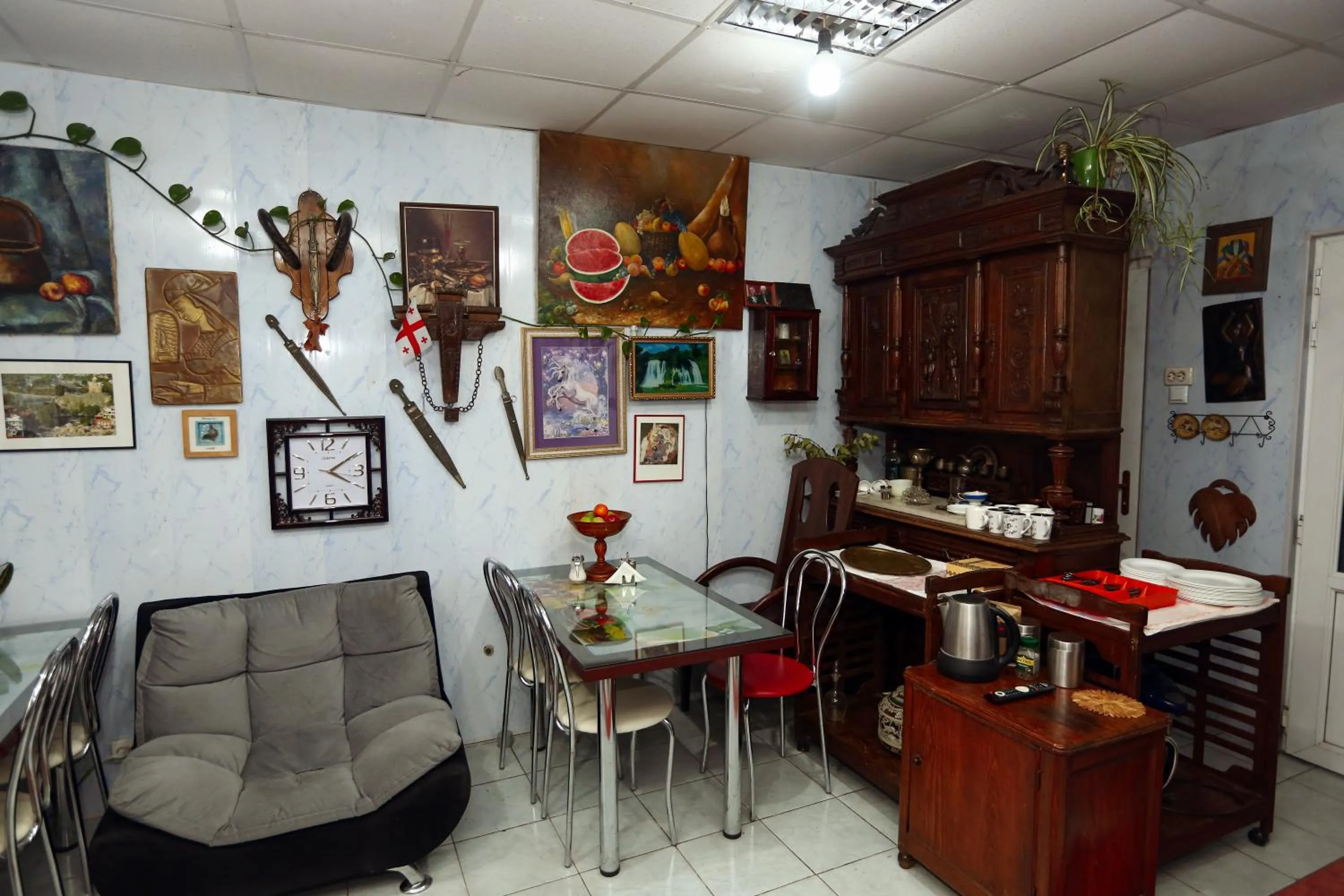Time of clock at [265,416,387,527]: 4:09
